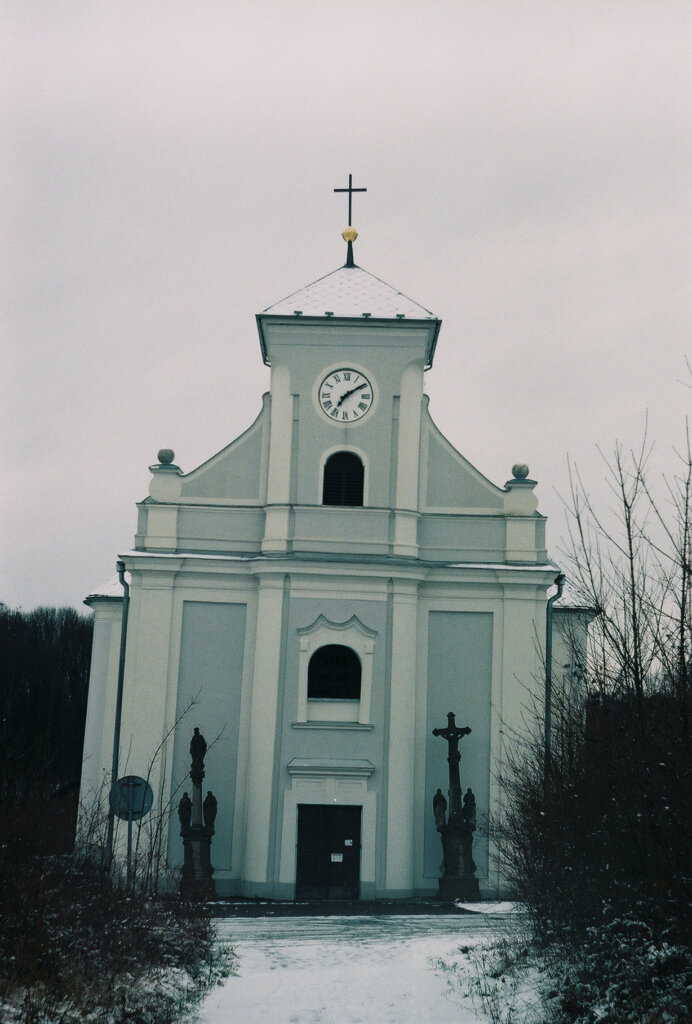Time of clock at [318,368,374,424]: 7:09
